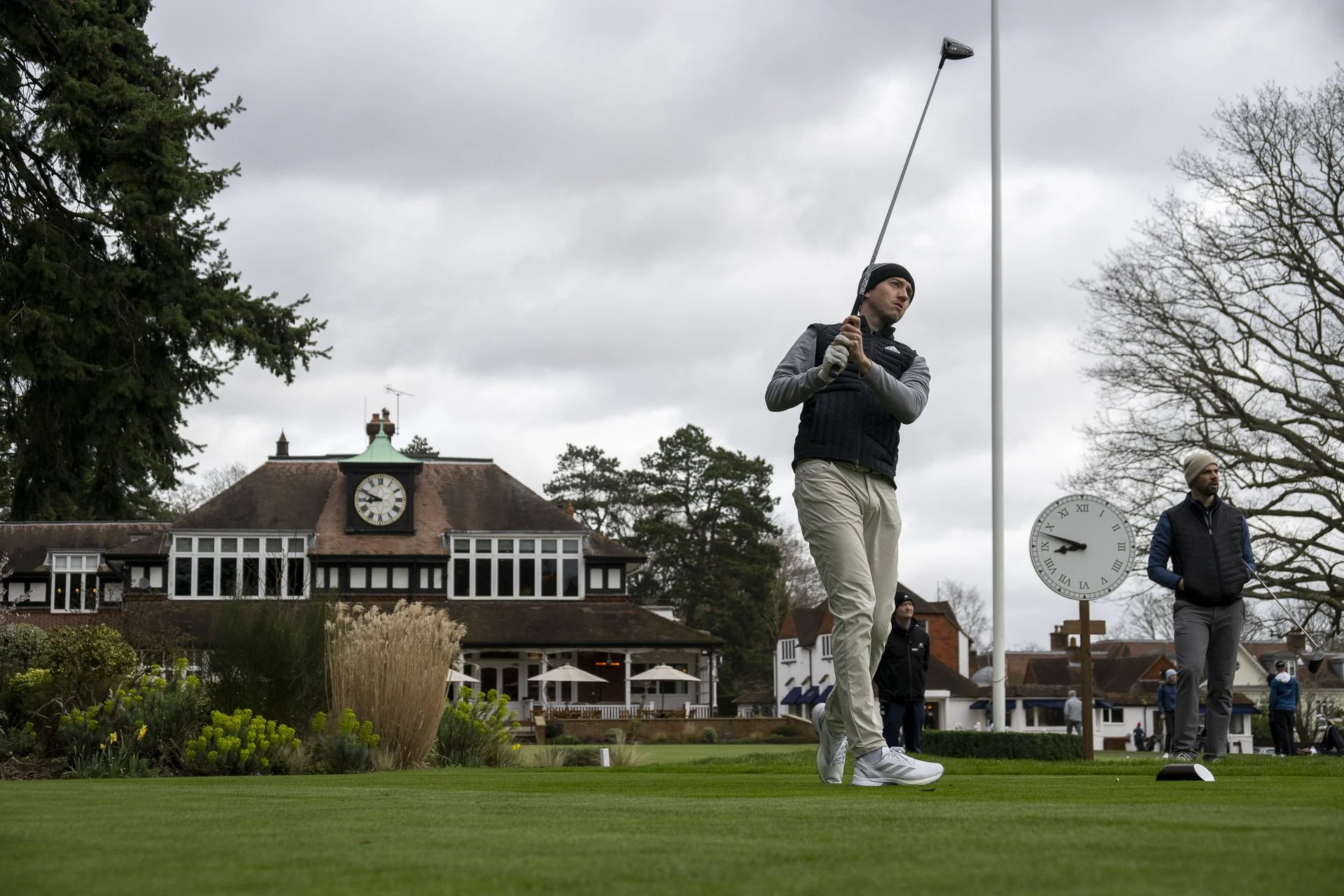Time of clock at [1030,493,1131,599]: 8:48
